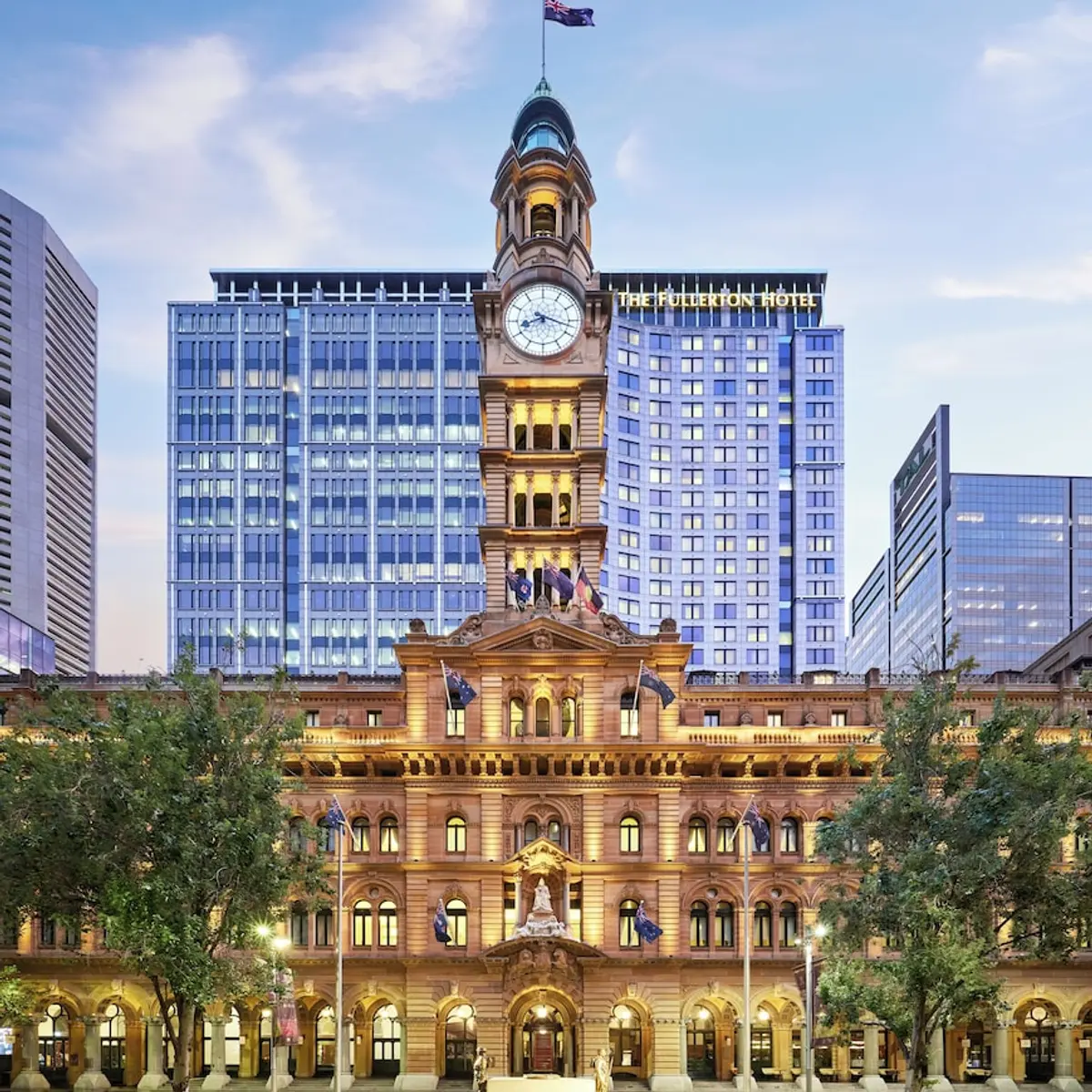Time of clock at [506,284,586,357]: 8:17
